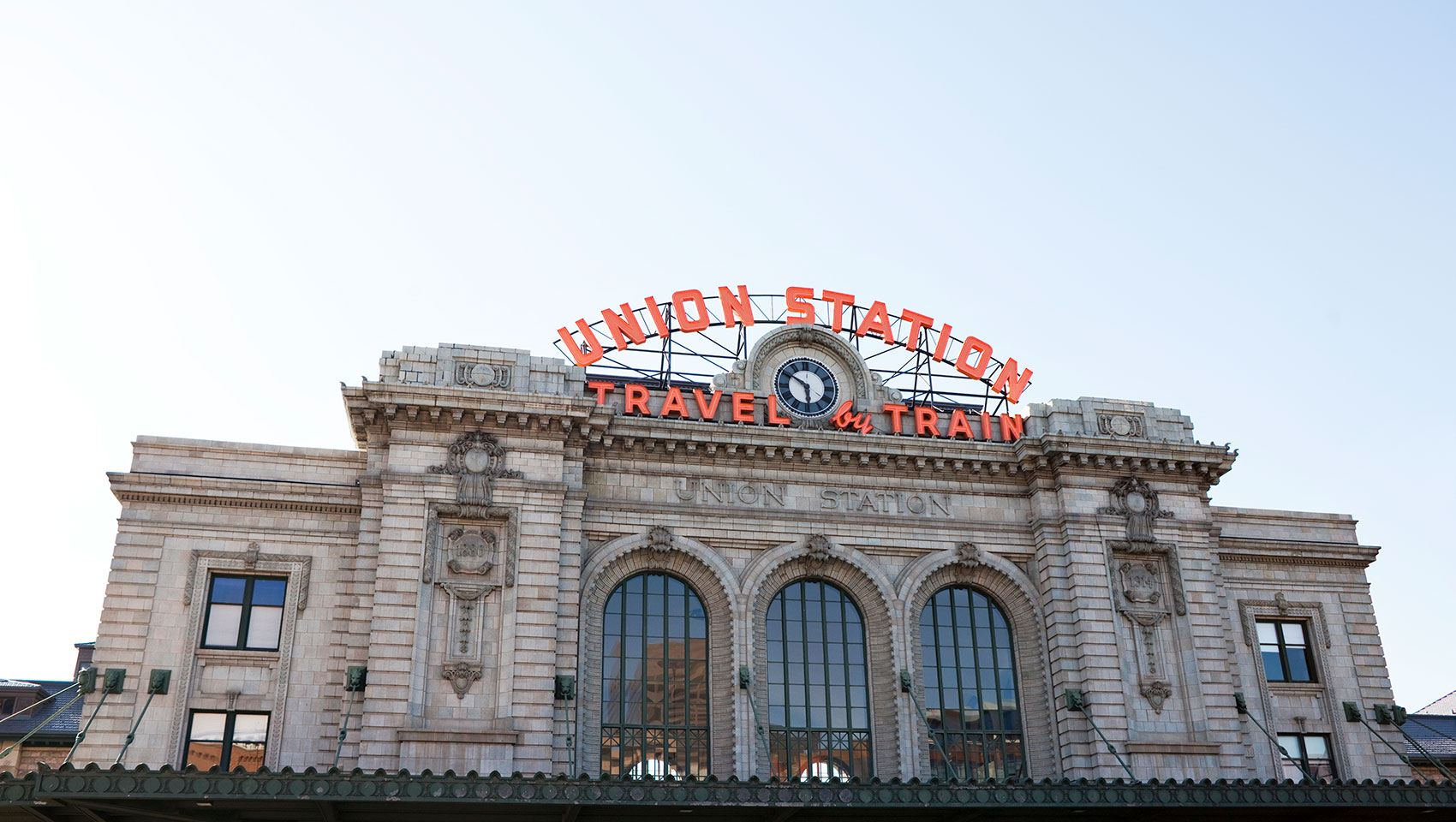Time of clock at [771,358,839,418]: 5:50
